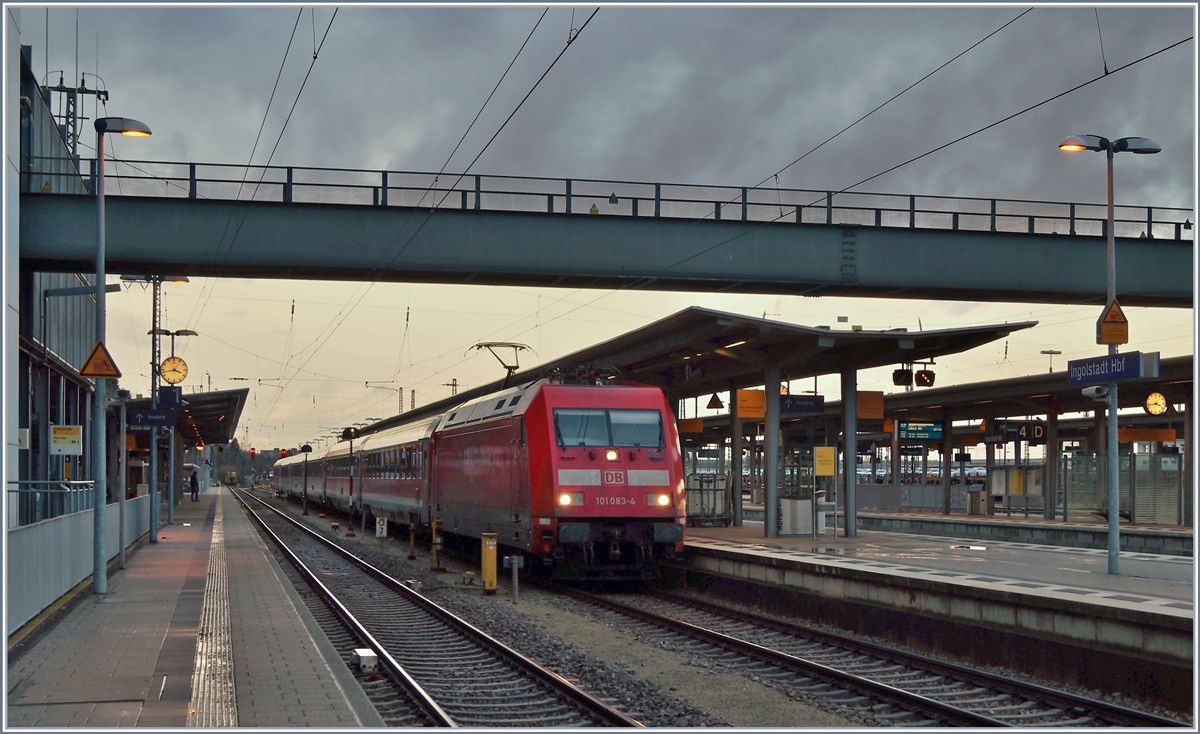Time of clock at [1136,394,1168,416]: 3:42
